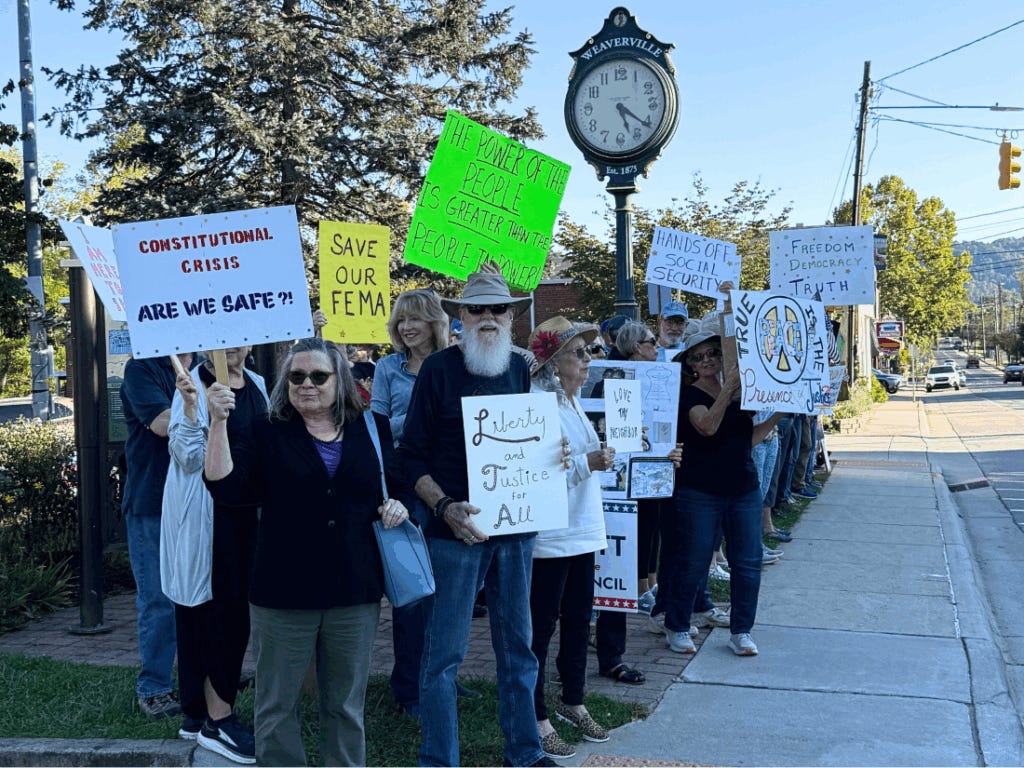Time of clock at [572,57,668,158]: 5:21
